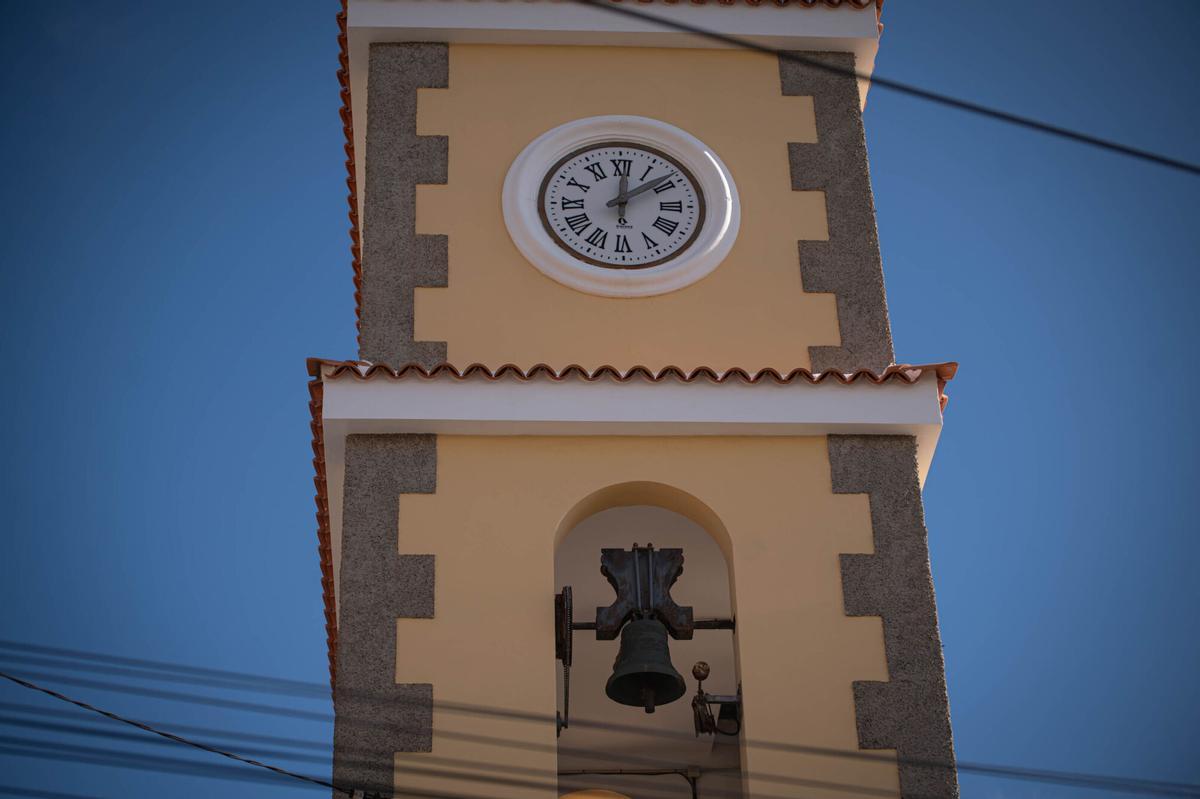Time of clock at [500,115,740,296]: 12:08
